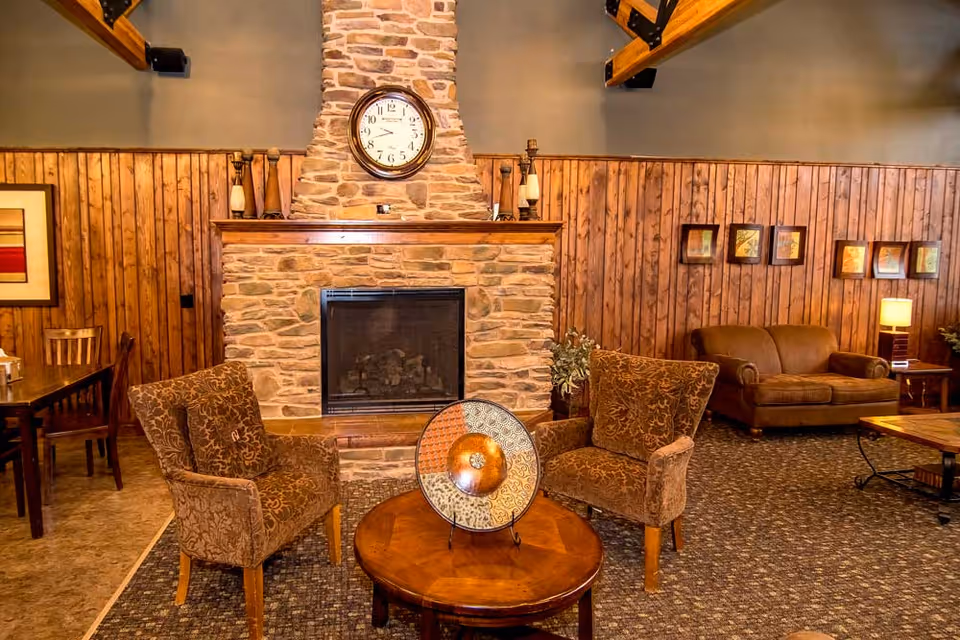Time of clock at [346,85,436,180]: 9:42
